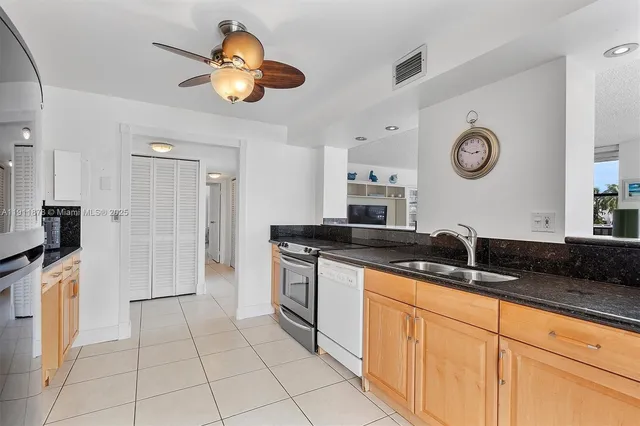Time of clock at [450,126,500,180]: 2:48
